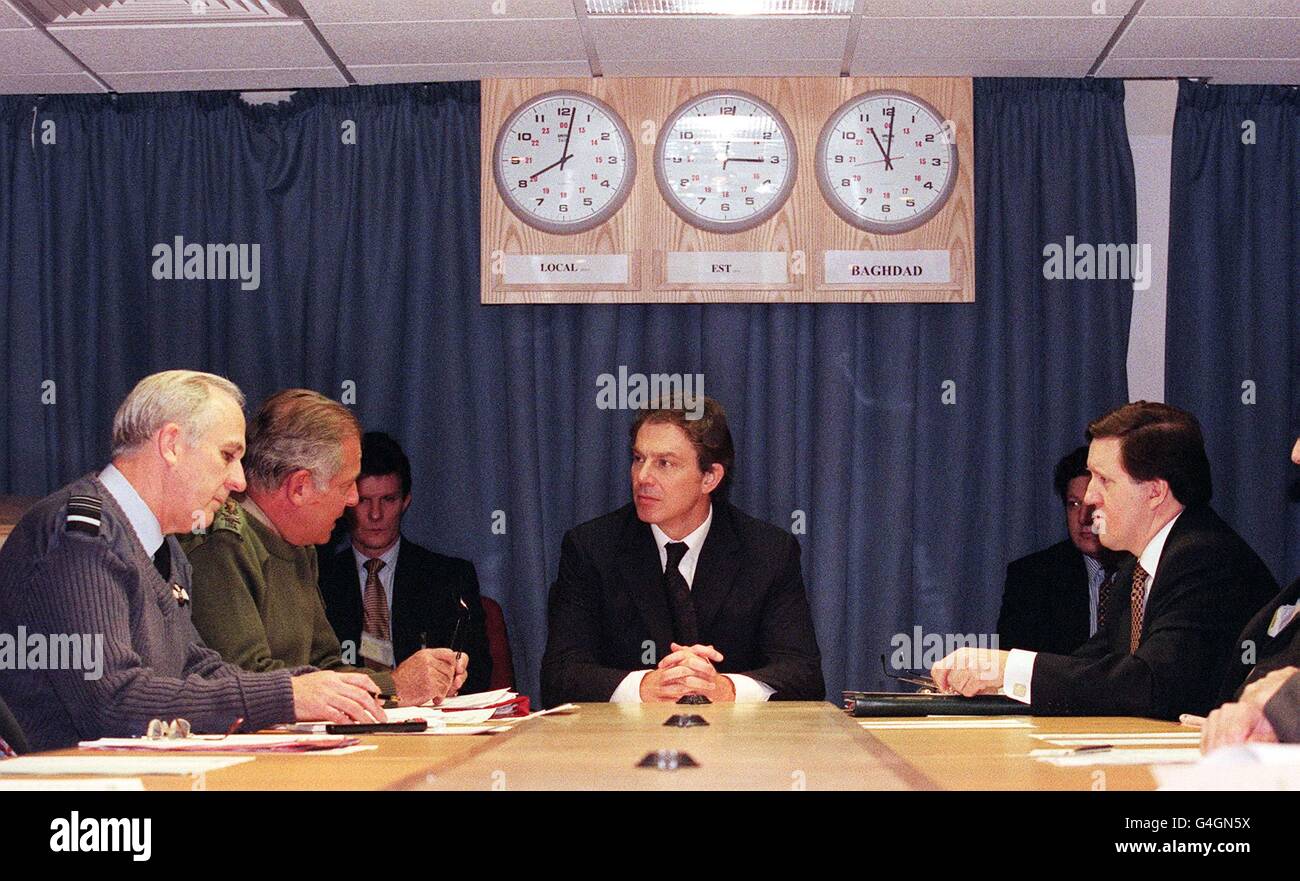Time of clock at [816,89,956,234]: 11:00
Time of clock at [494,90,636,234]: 8:01
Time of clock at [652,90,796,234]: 3:15
